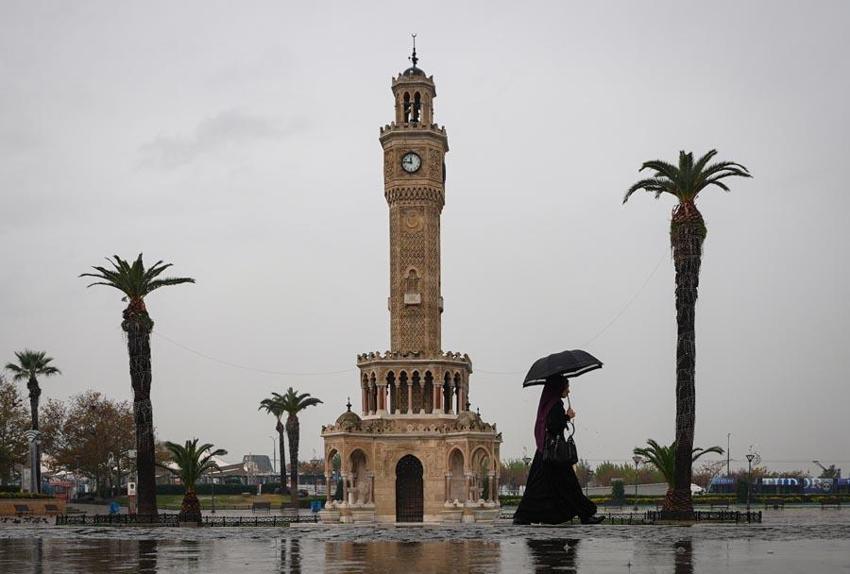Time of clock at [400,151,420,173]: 11:46
